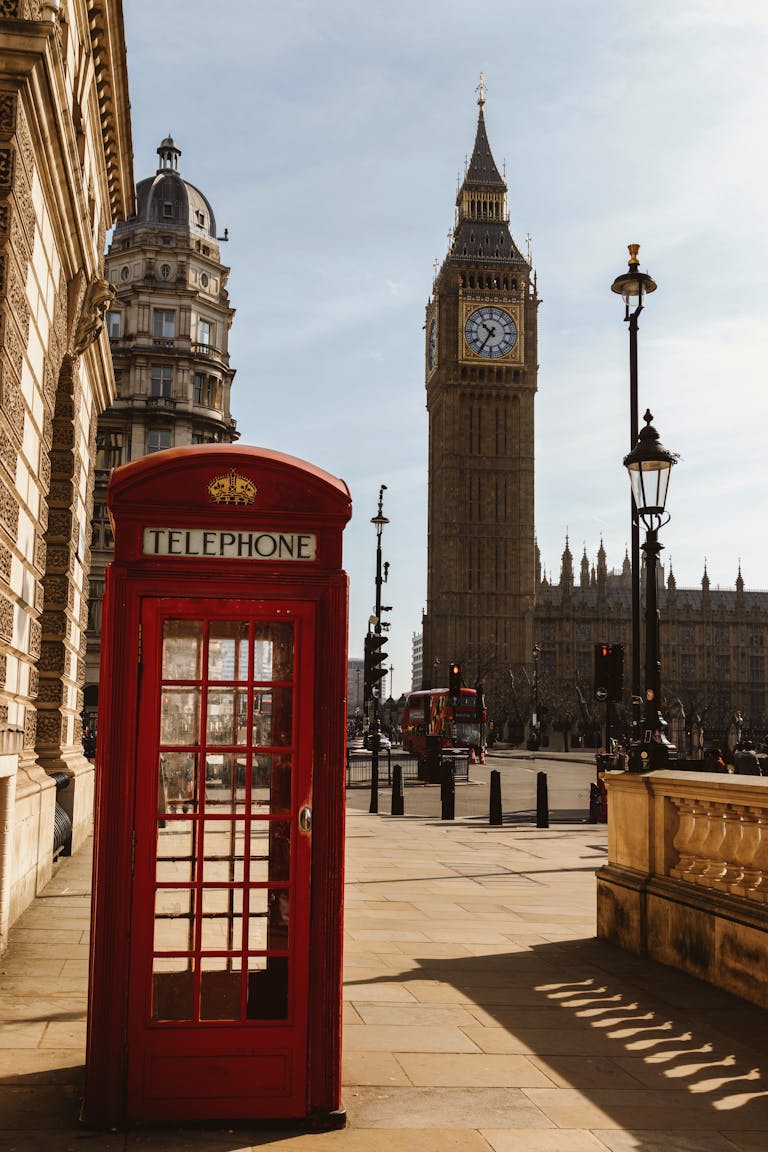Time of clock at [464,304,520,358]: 10:35
